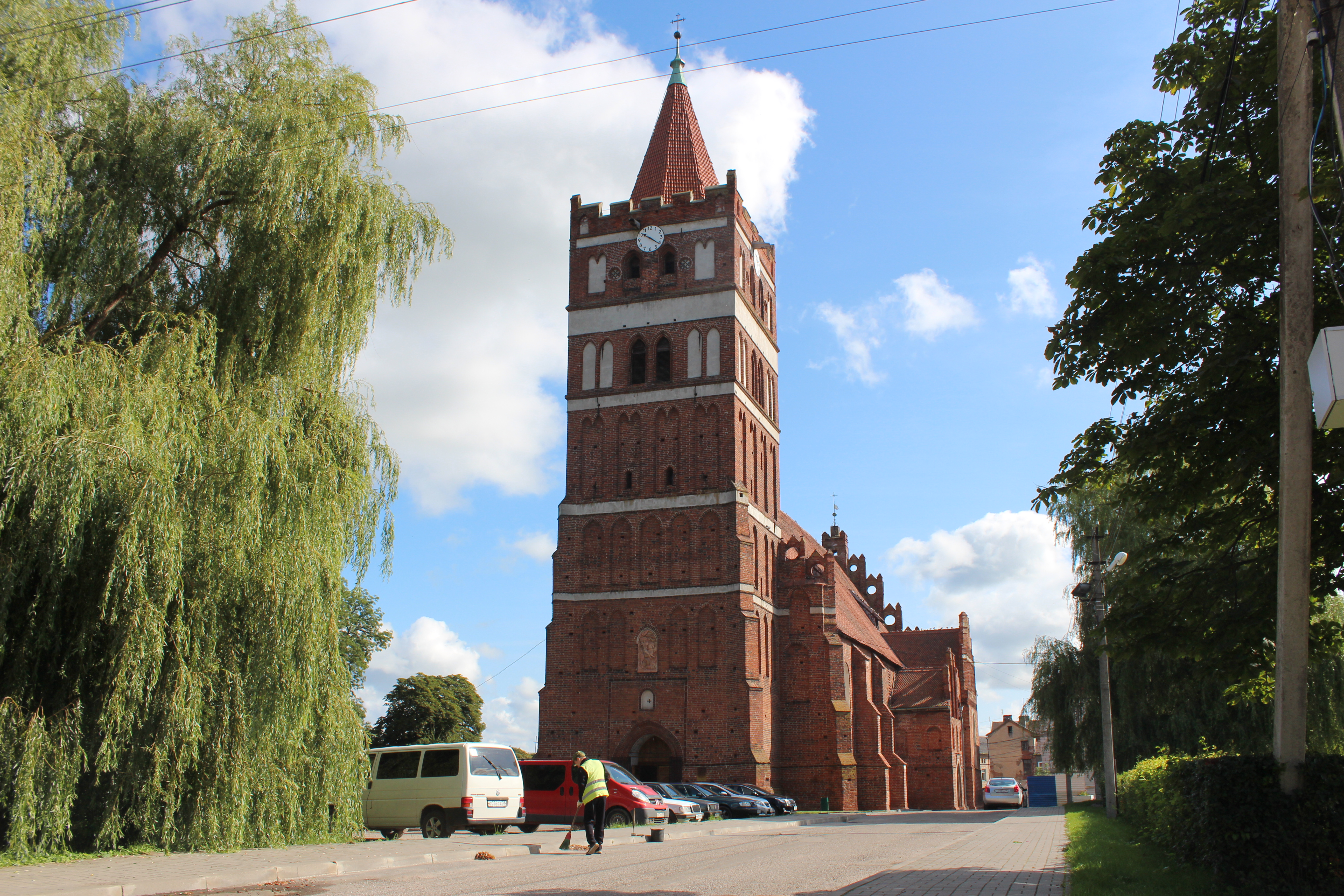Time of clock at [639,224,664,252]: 10:21
